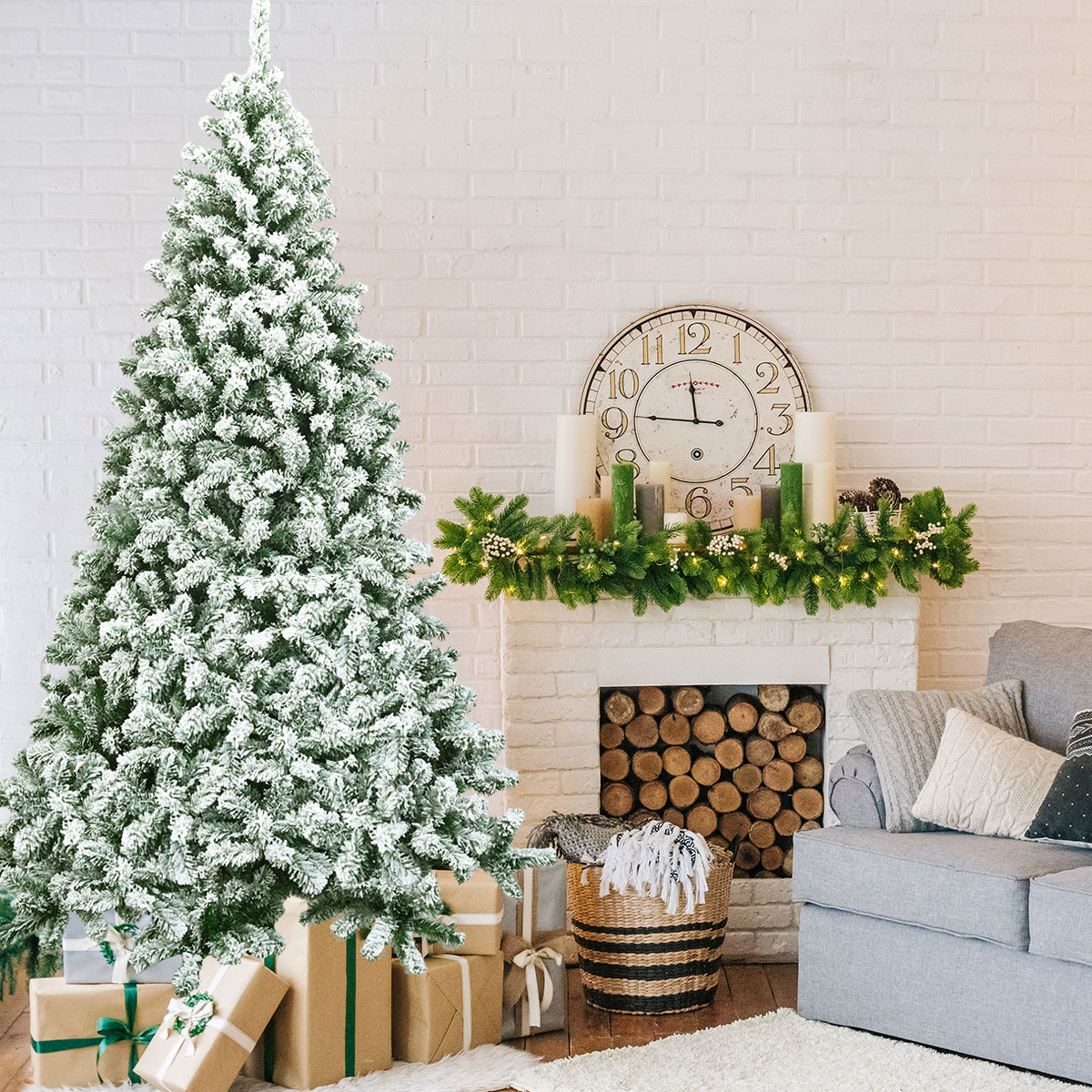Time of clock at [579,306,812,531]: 11:46
